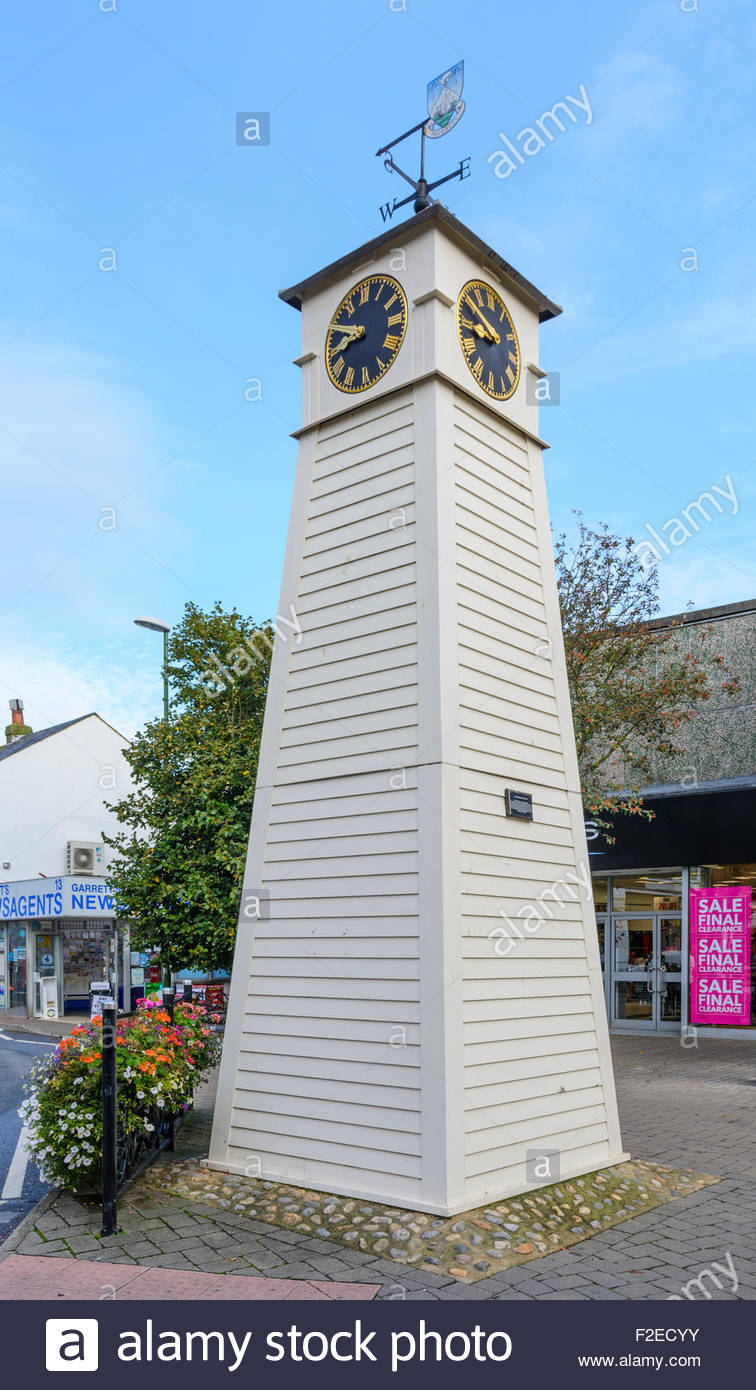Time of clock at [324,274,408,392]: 8:49
